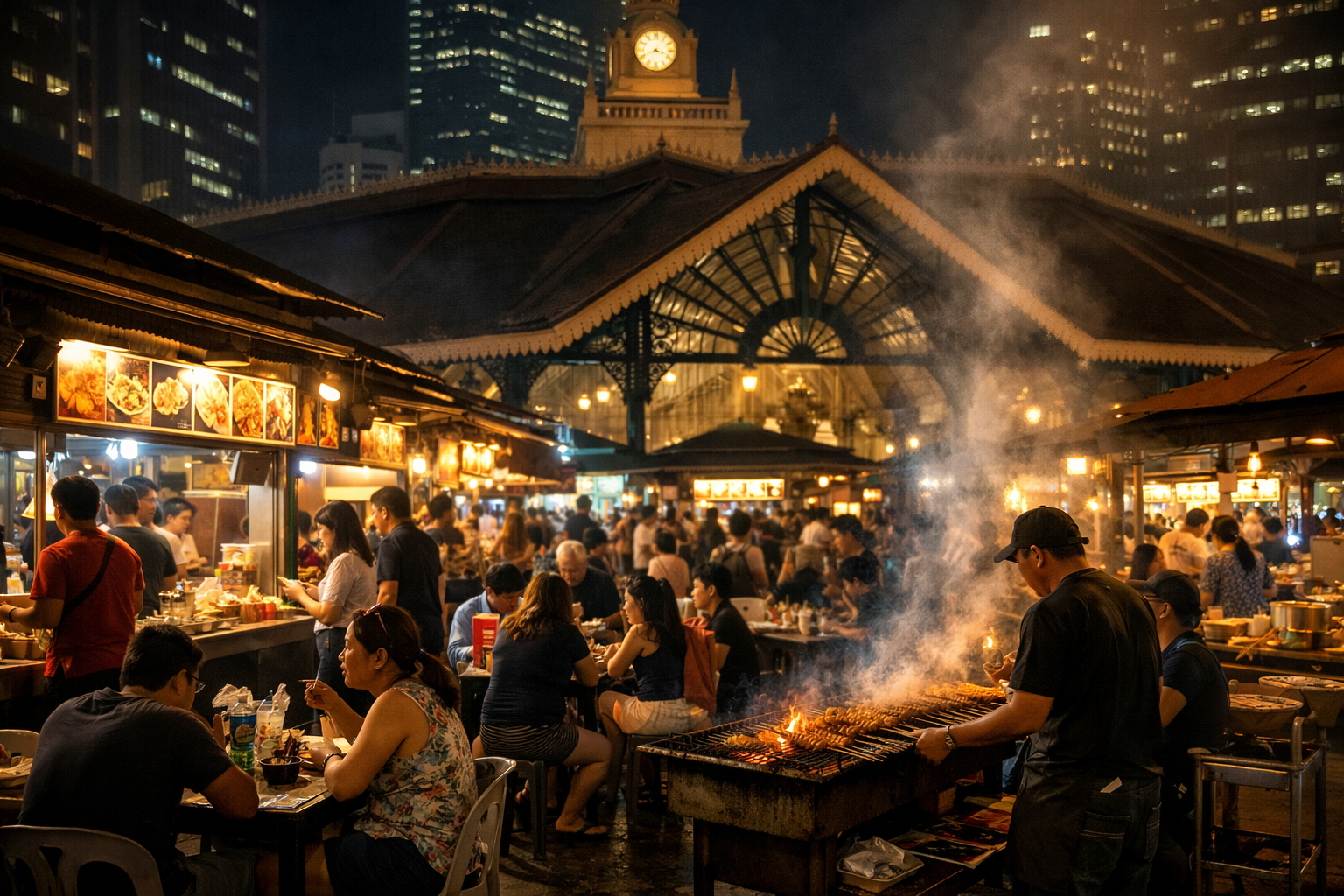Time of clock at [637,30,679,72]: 3:40
